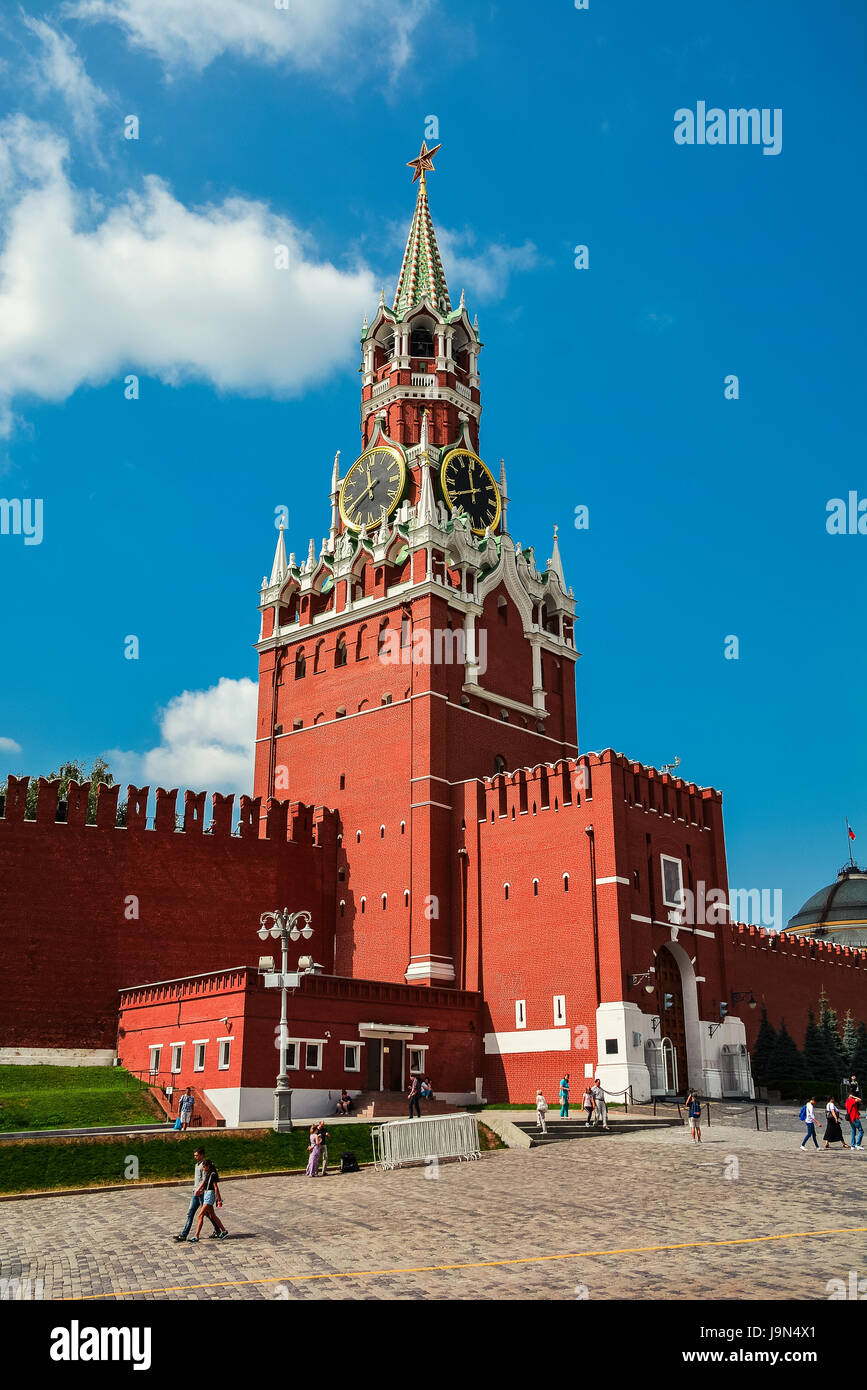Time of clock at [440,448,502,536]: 11:40
